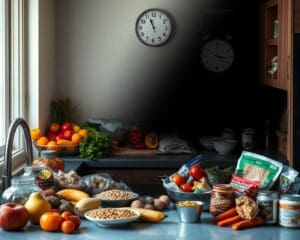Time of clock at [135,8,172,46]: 10:56
